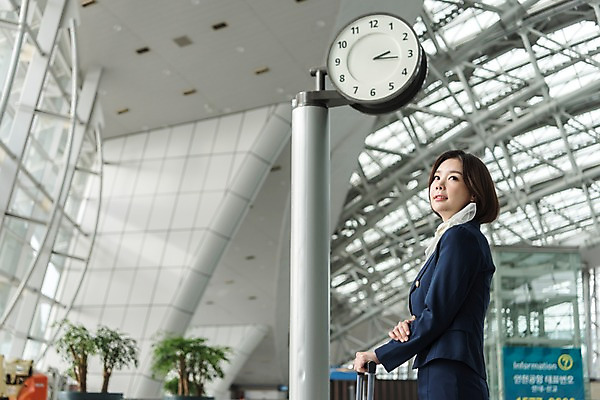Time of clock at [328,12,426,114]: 2:15
